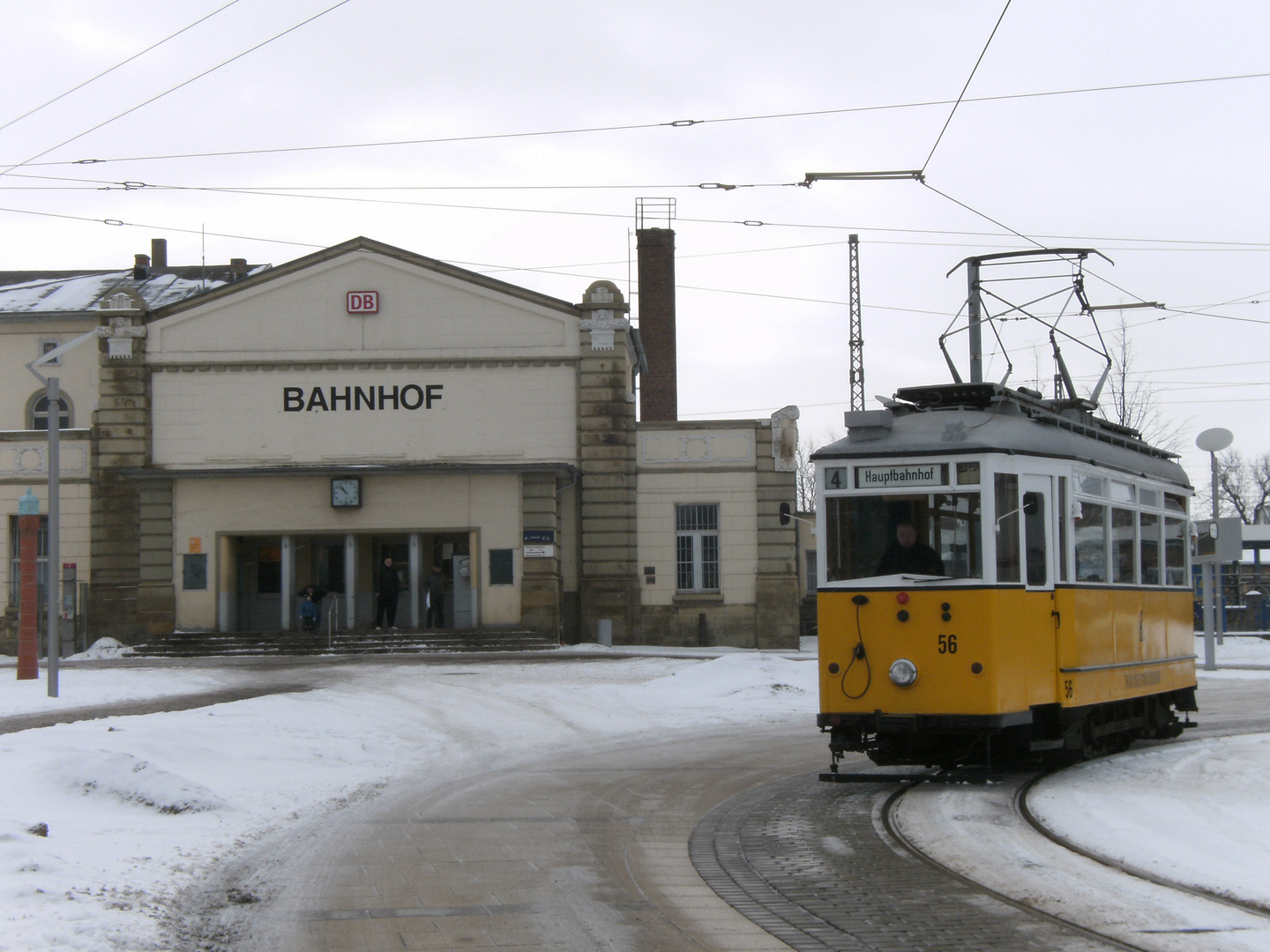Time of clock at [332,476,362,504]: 10:52
